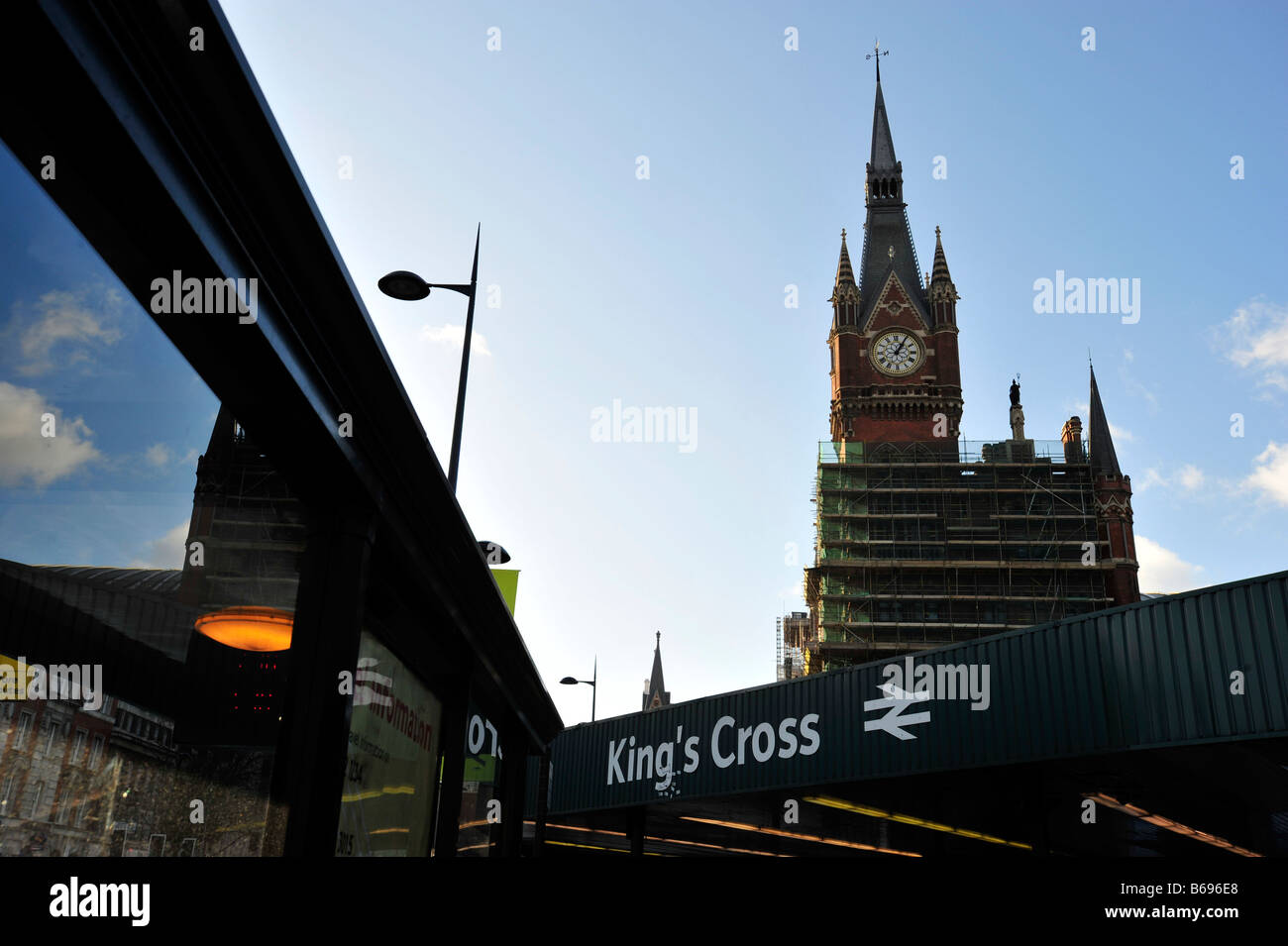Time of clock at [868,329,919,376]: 1:05
